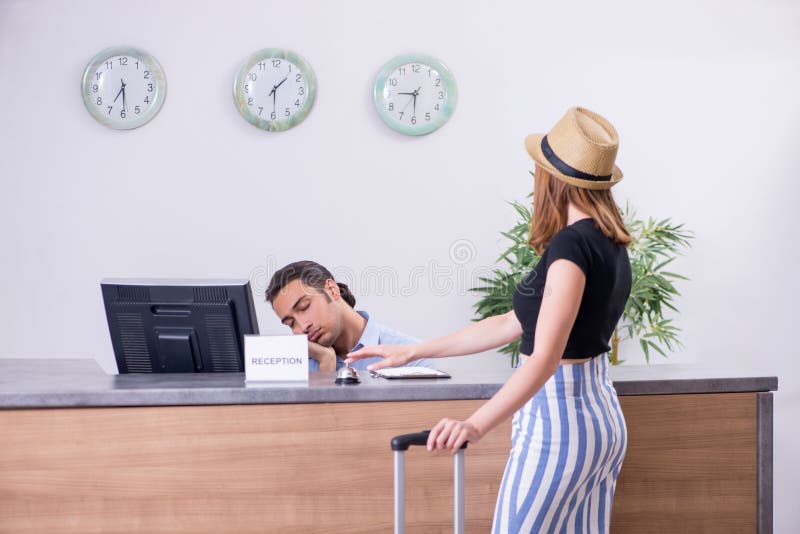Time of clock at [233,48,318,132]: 1:29
